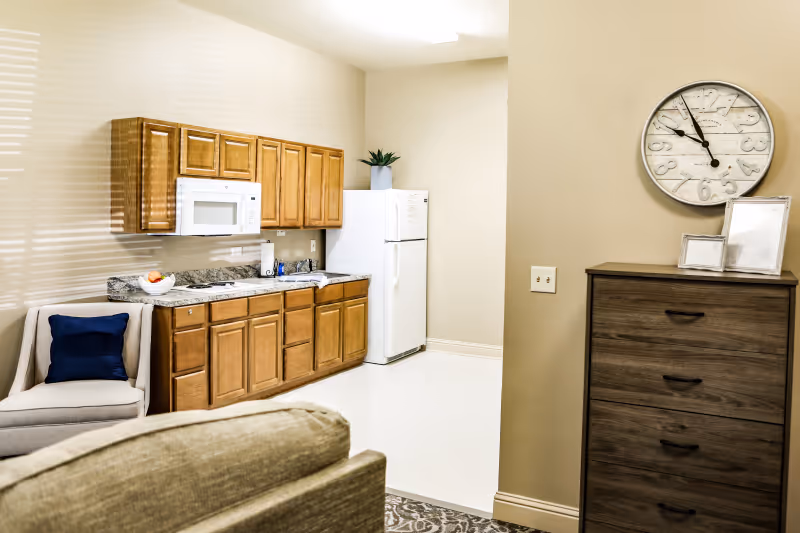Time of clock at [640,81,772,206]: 9:55
